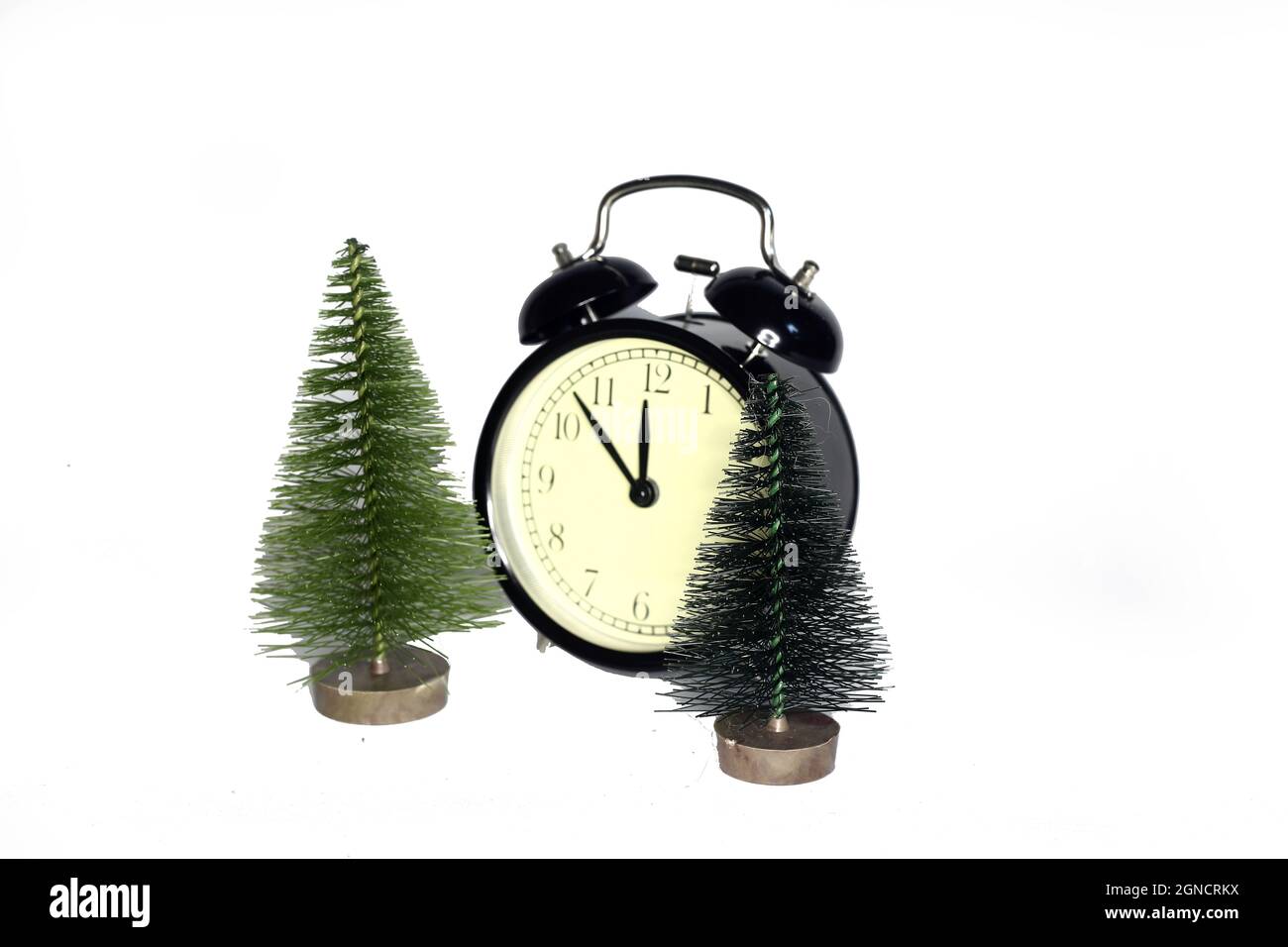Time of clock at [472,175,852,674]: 11:52
